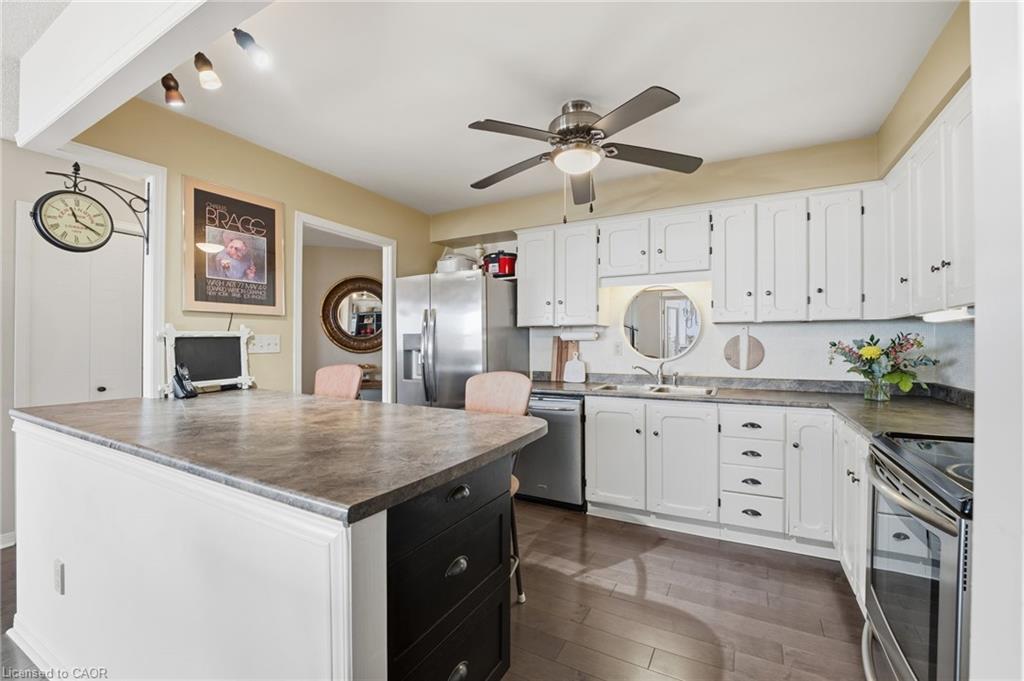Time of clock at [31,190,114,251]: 11:19
